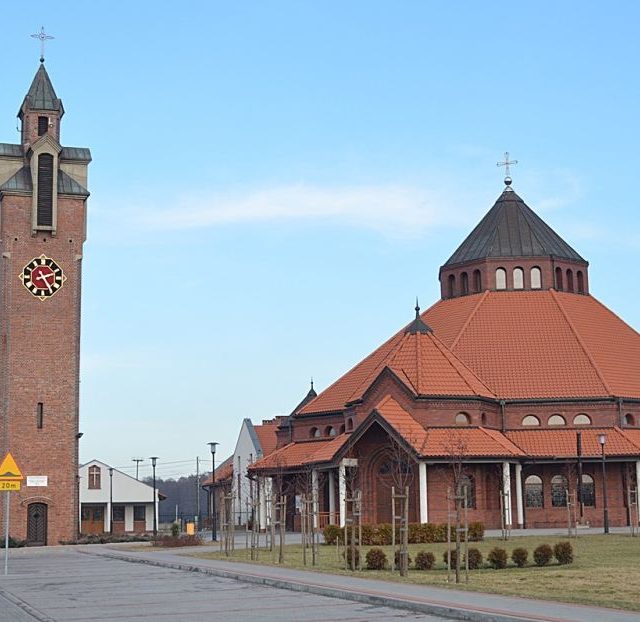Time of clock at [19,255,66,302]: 2:24
